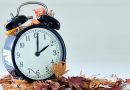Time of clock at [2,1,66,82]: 2:00
